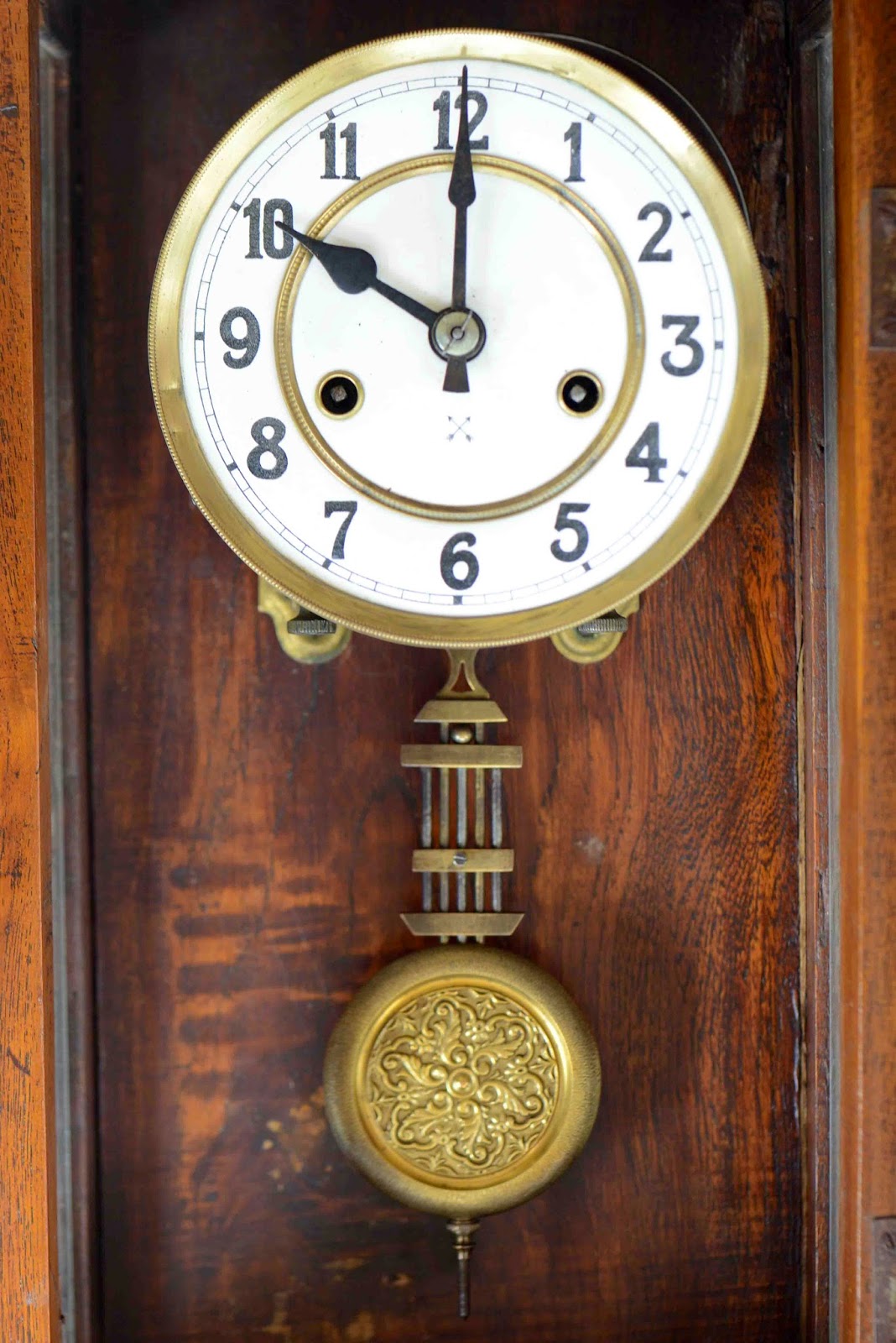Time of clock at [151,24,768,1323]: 10:00
